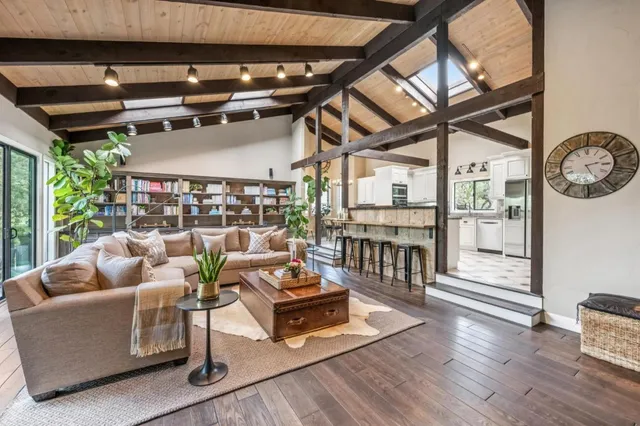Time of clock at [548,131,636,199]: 2:25
